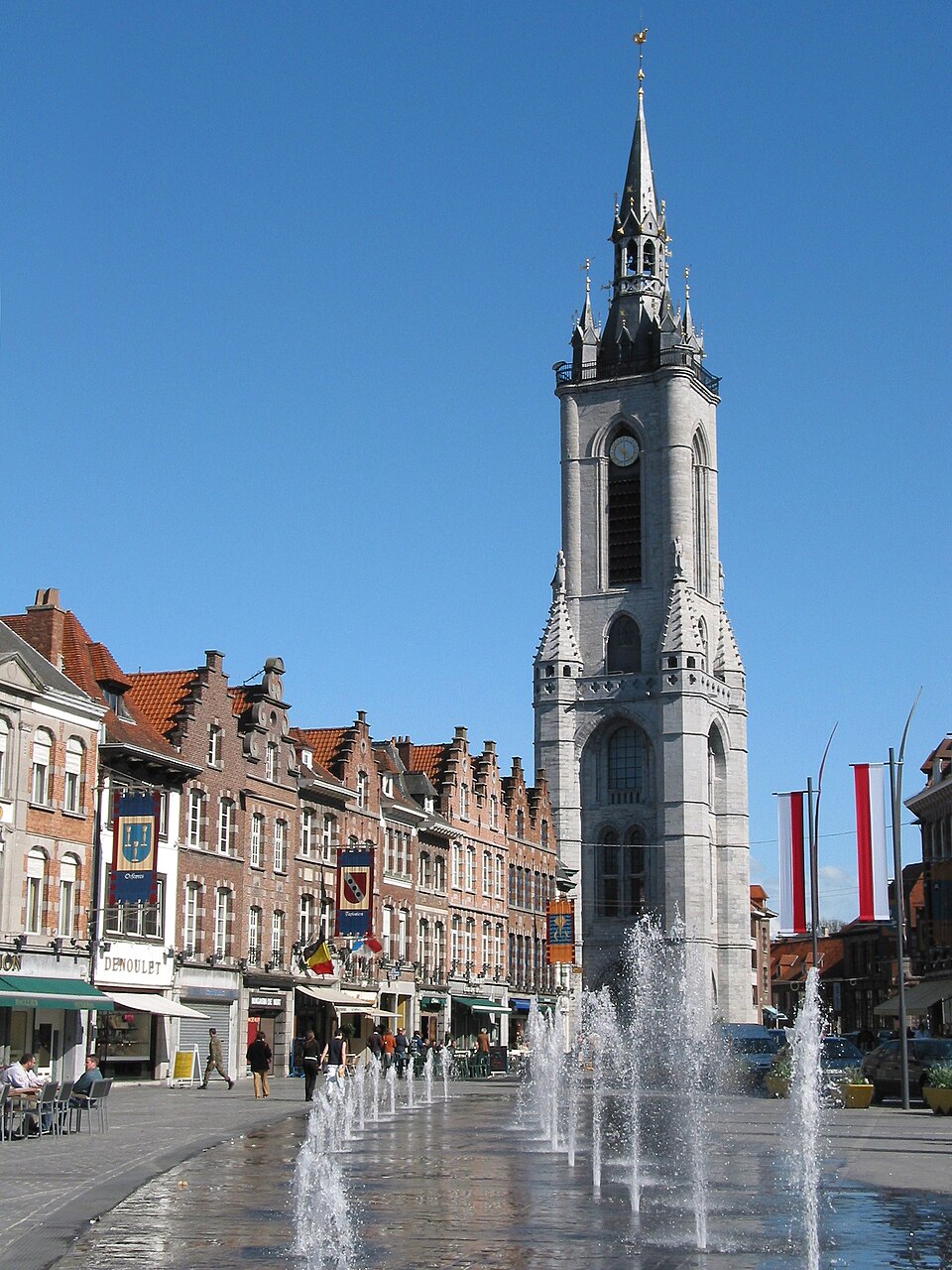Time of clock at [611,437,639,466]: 5:59
